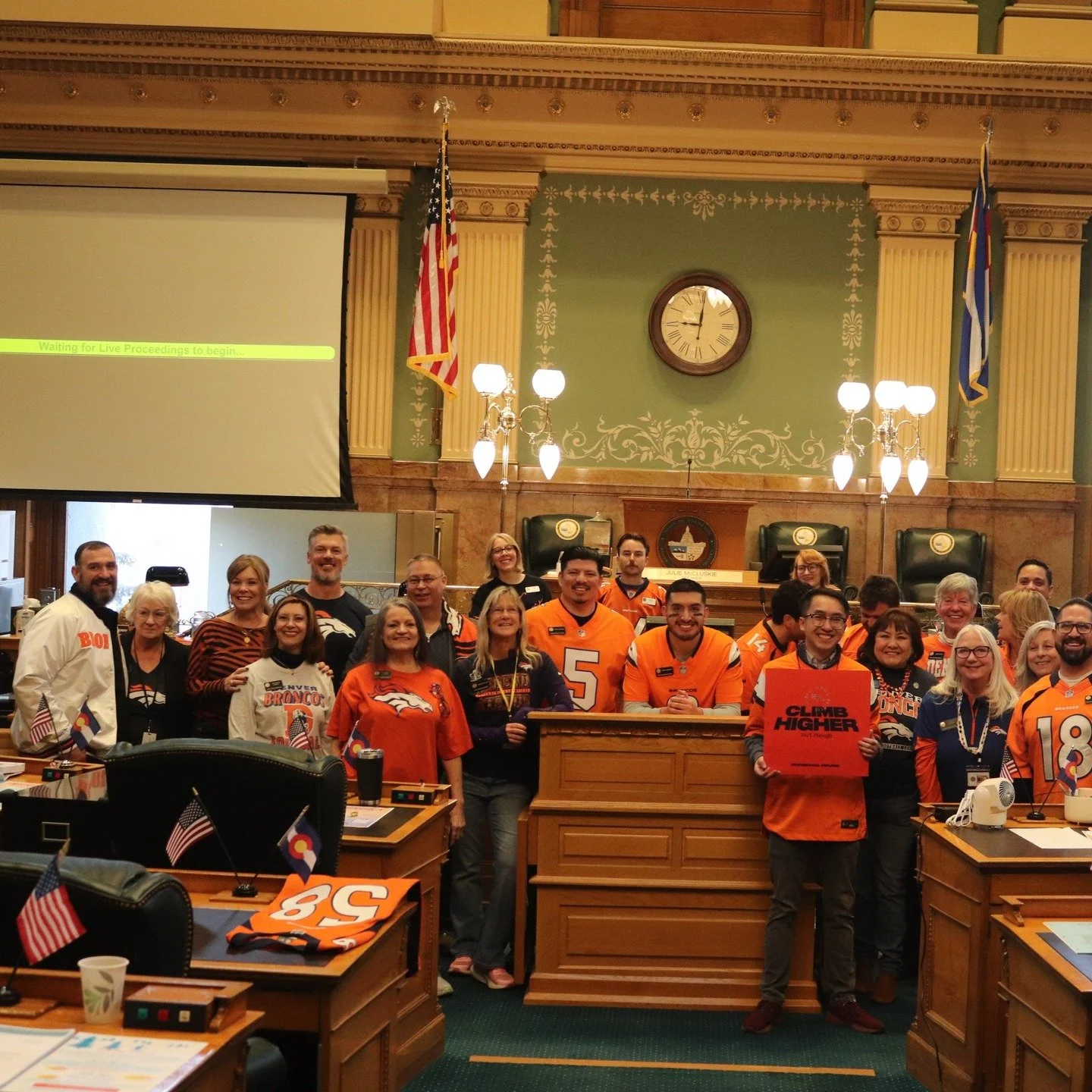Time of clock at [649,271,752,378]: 9:01
